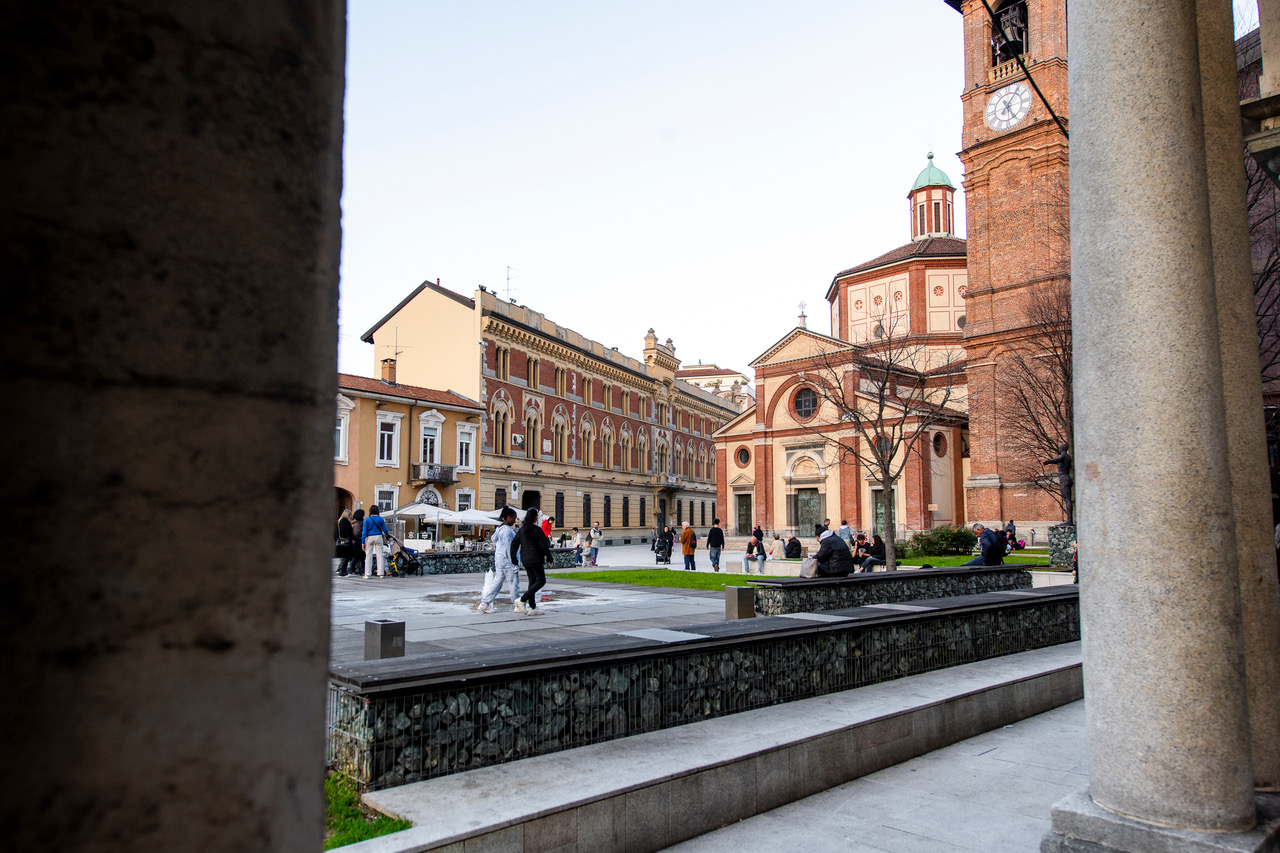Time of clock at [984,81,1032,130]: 5:06
